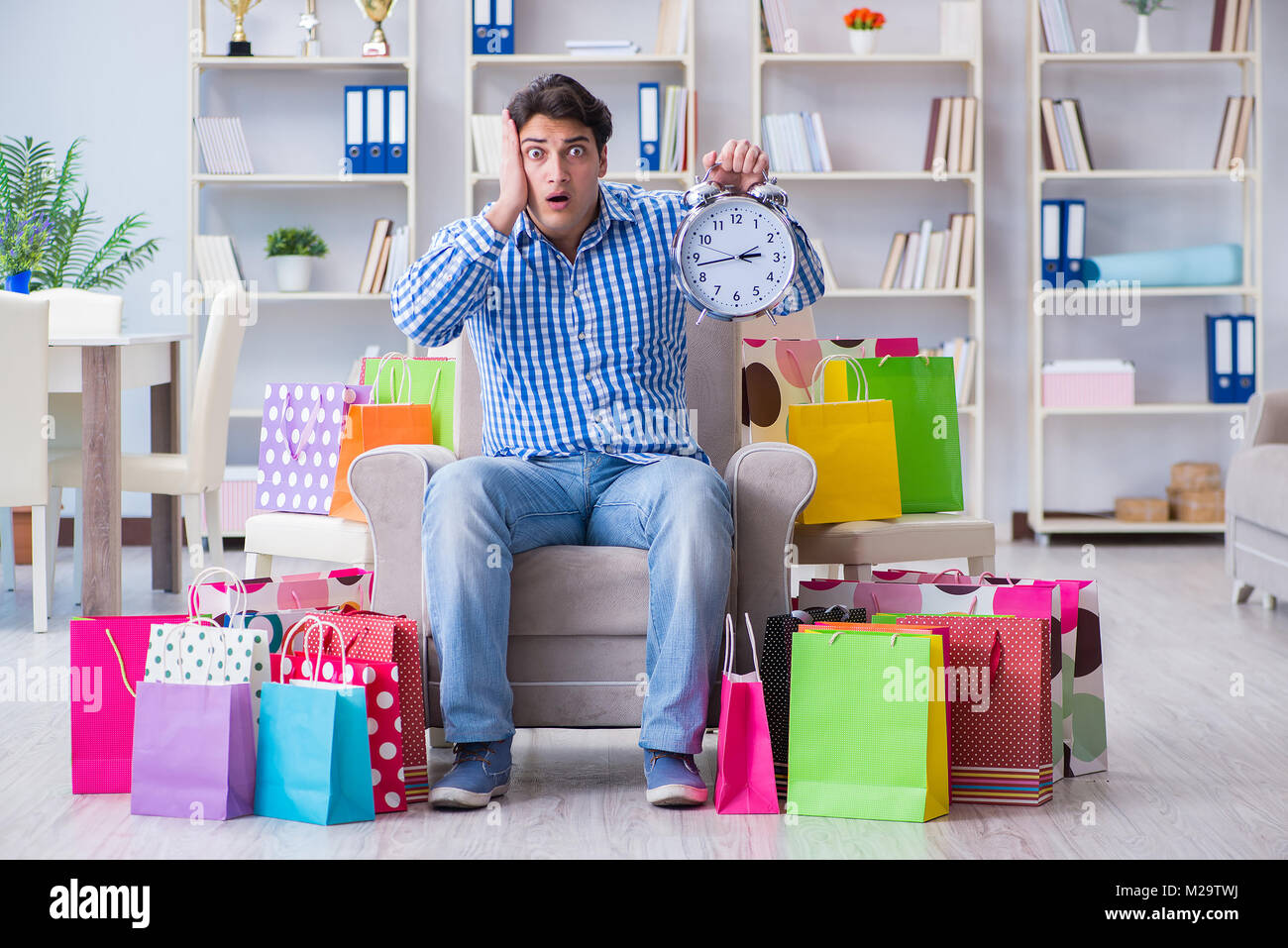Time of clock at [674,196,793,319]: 2:42
